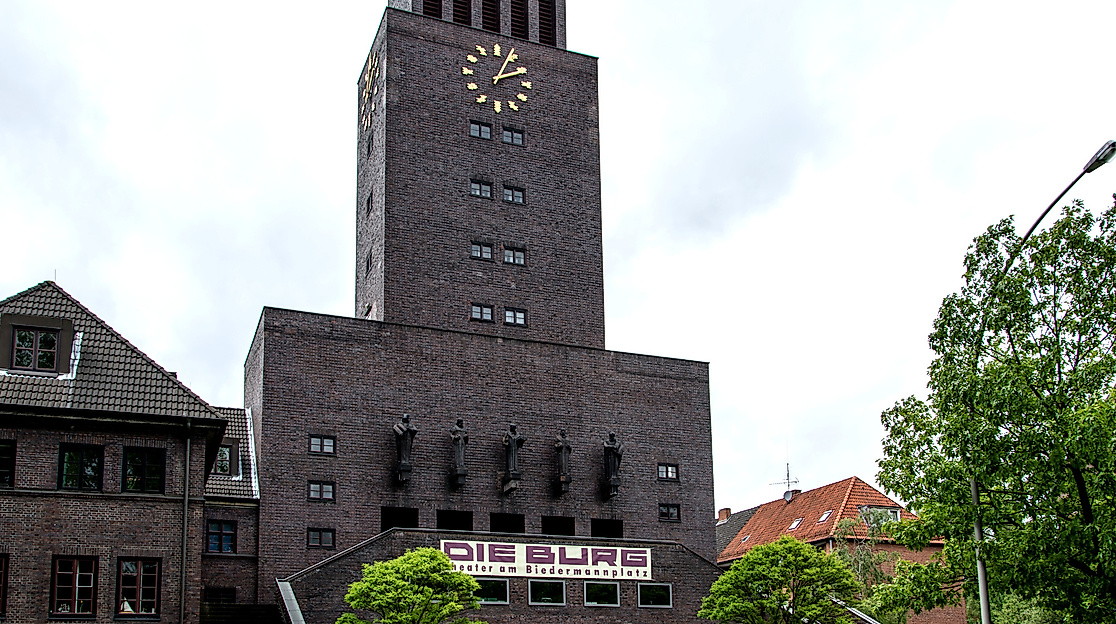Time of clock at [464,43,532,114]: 2:04
